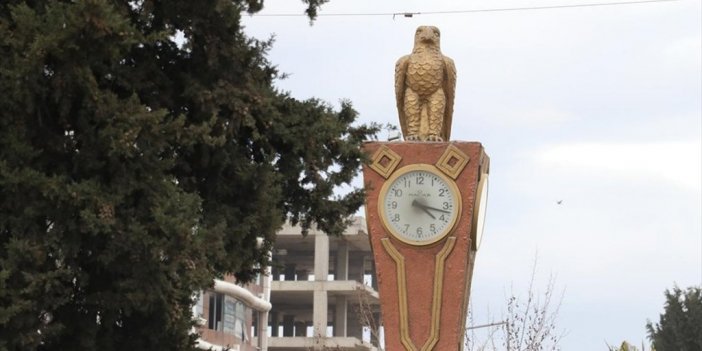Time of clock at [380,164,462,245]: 4:17
